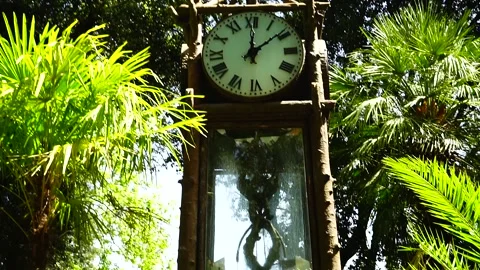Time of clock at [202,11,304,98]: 12:08
